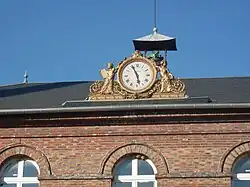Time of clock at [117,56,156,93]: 5:56
